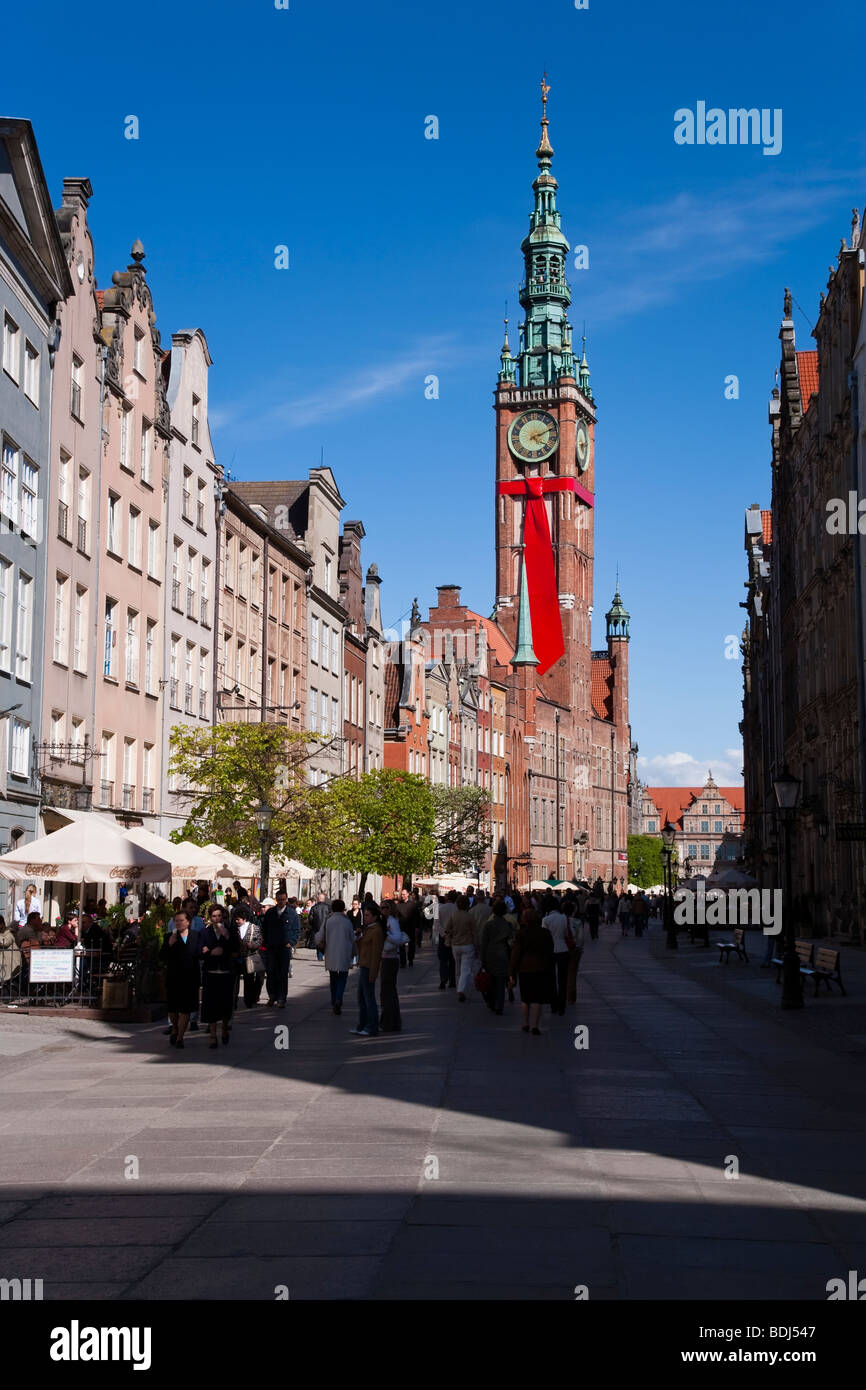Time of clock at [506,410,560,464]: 4:10
